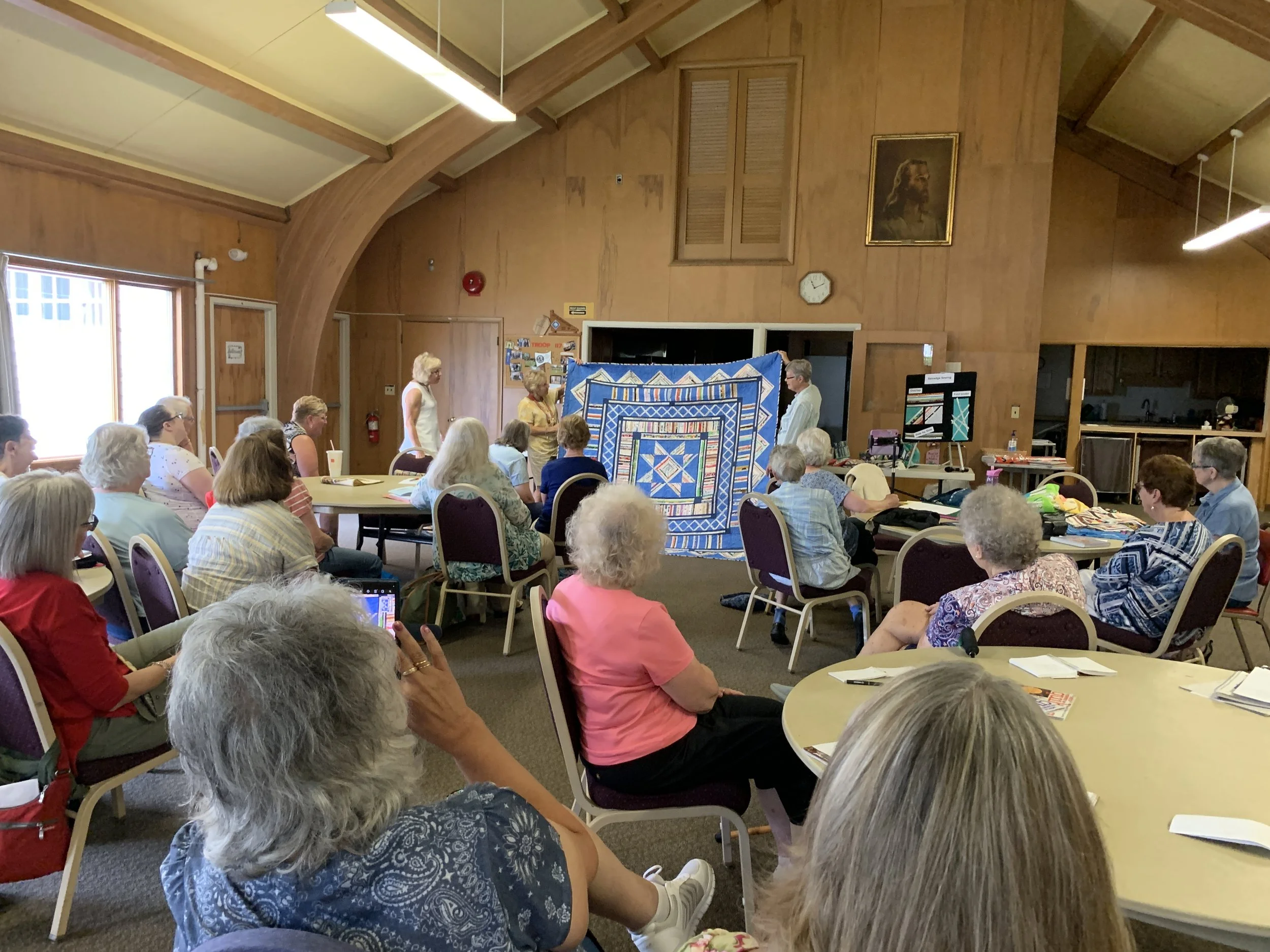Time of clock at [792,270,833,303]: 11:11
